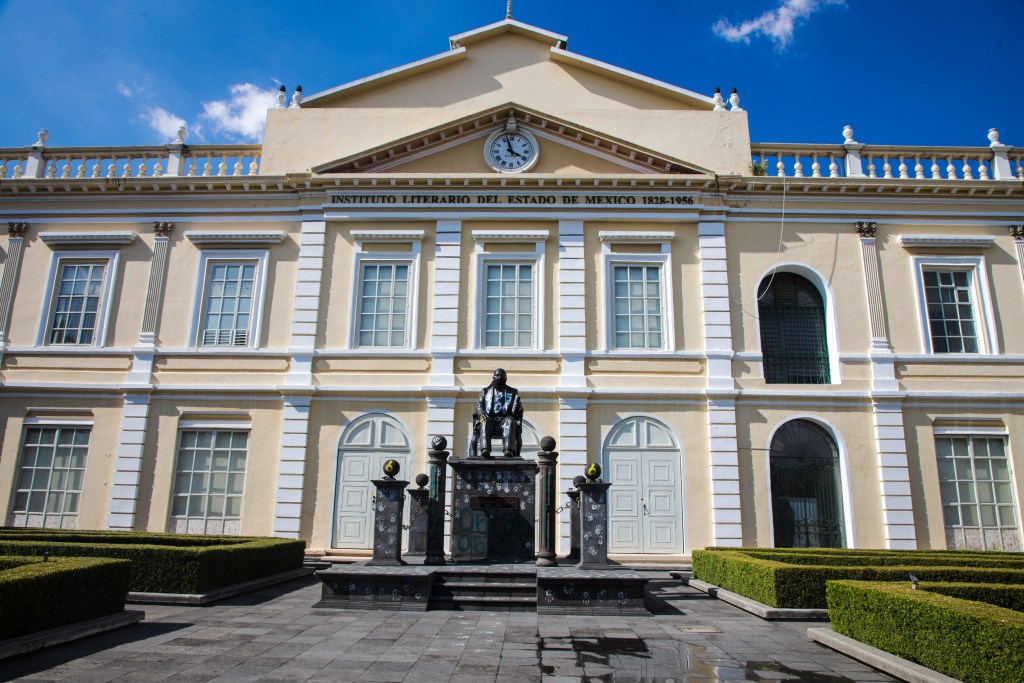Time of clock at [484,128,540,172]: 3:57
